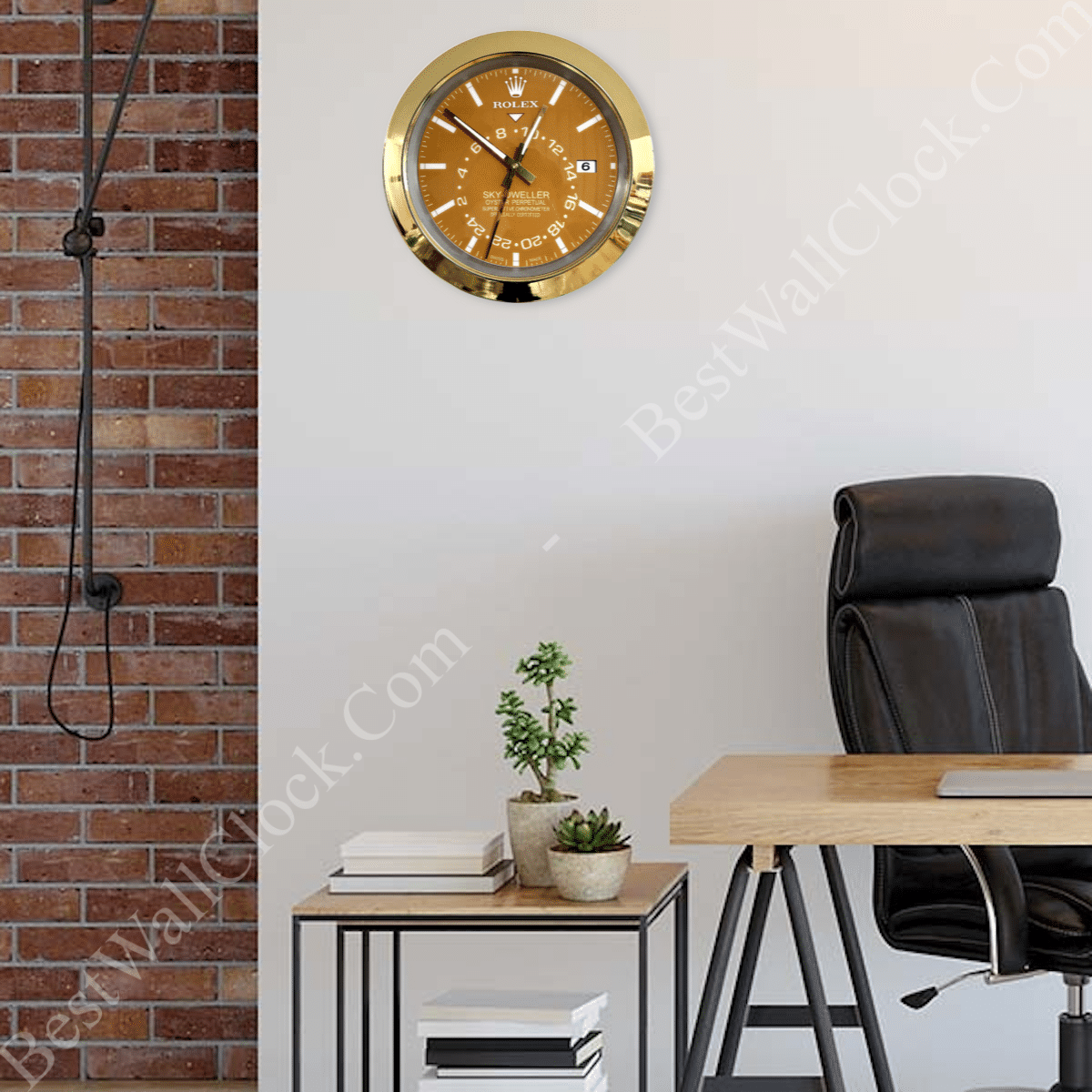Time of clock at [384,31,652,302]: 12:51
